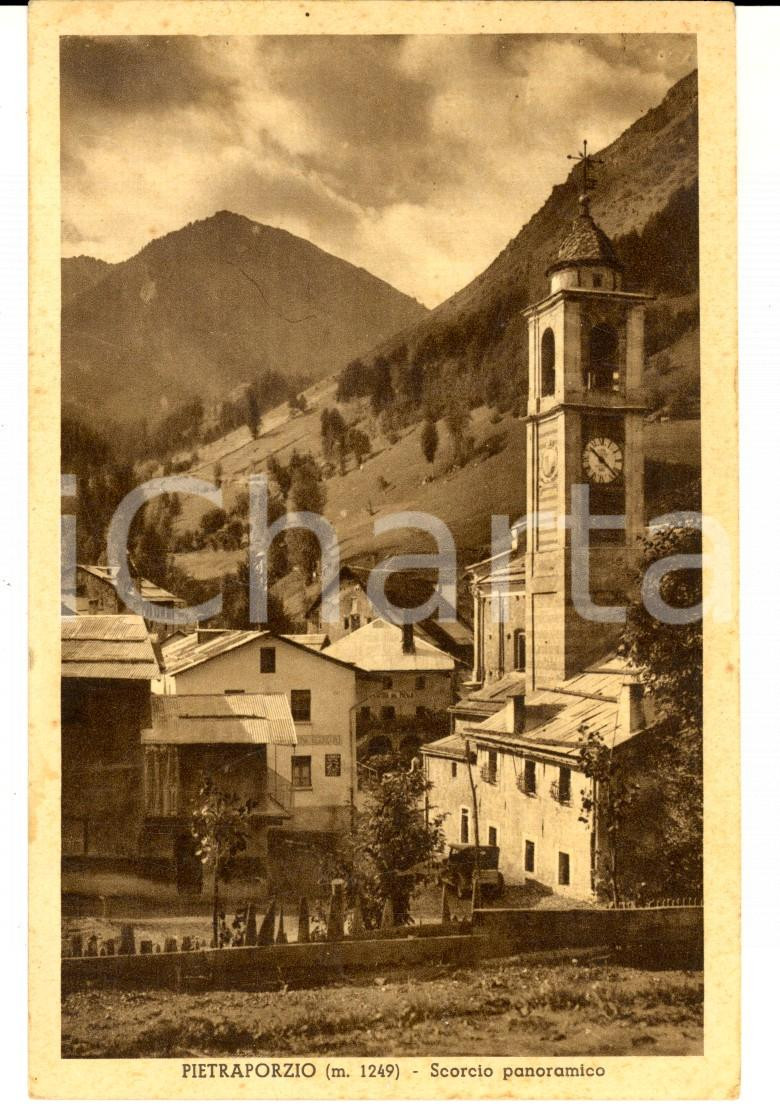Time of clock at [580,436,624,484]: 10:22
